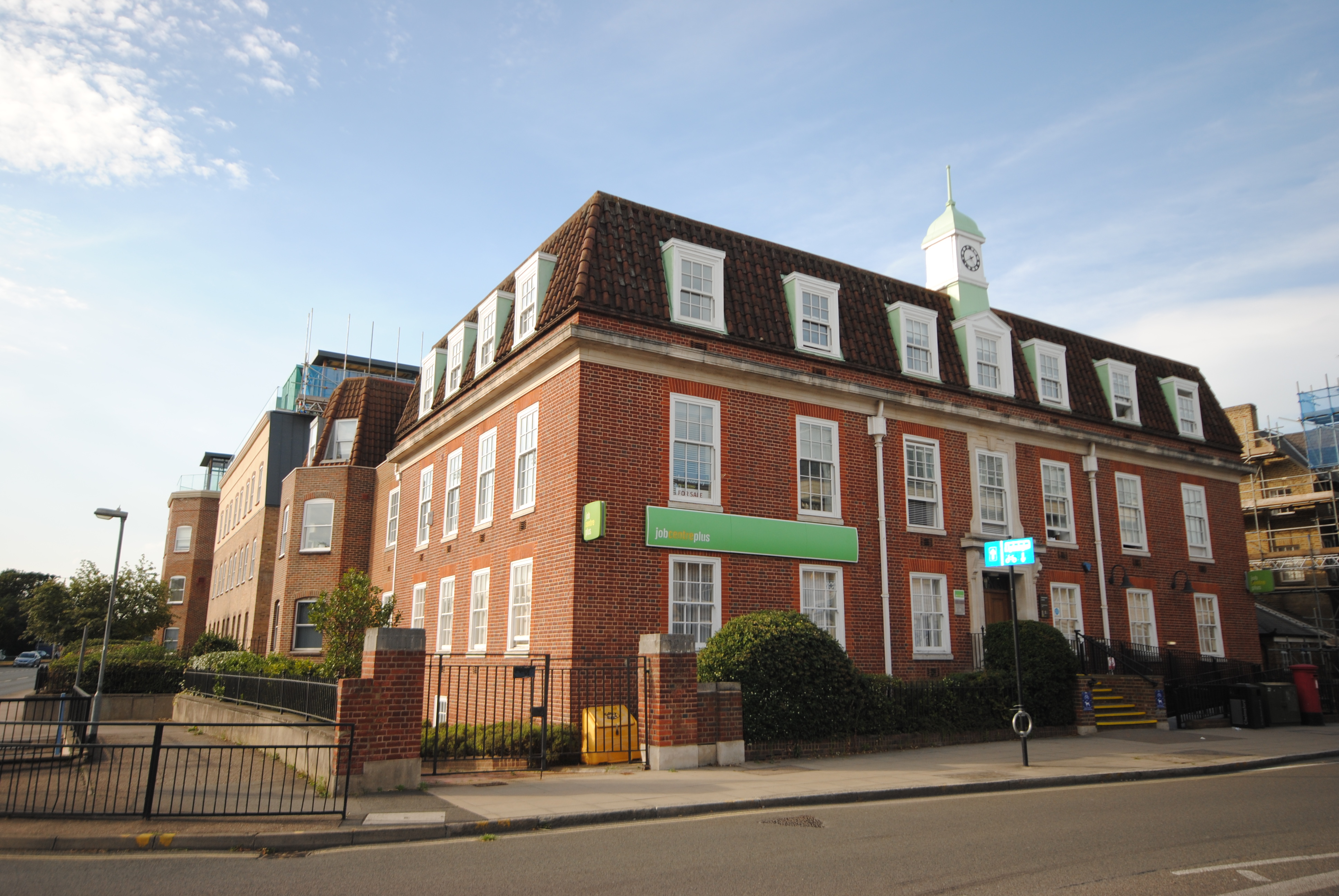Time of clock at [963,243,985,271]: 4:40
